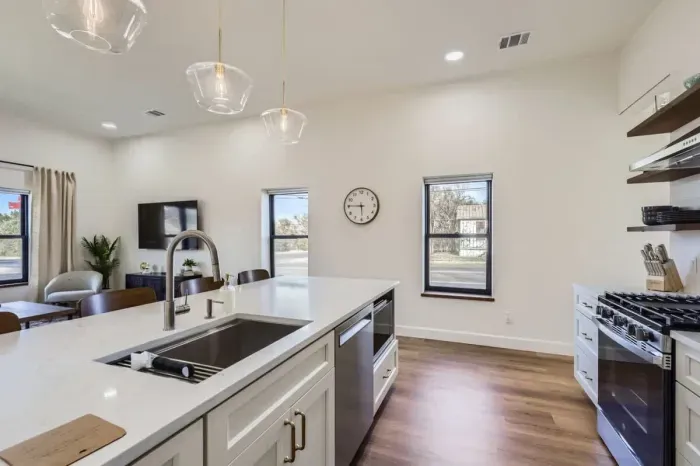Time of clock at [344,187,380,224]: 5:45
